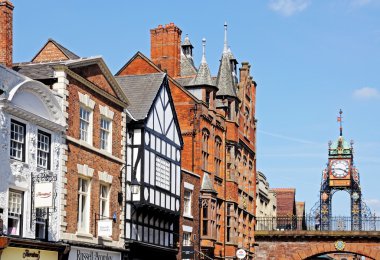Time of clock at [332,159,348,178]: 3:44
